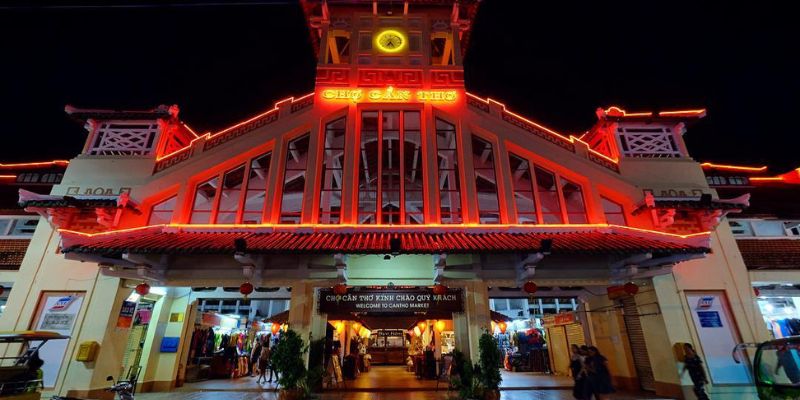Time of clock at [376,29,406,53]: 7:24
